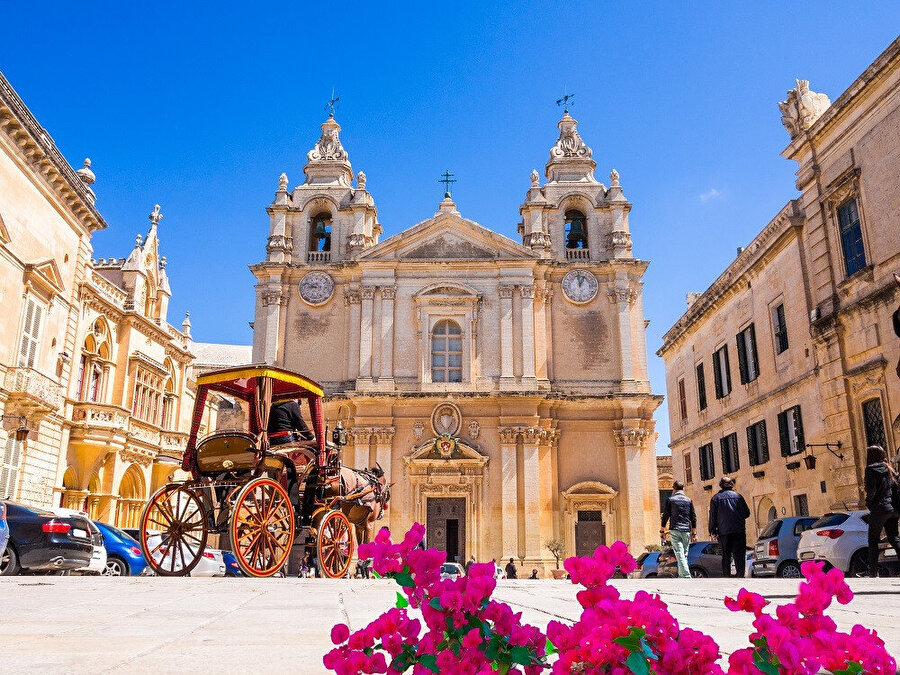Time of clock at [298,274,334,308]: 8:47
